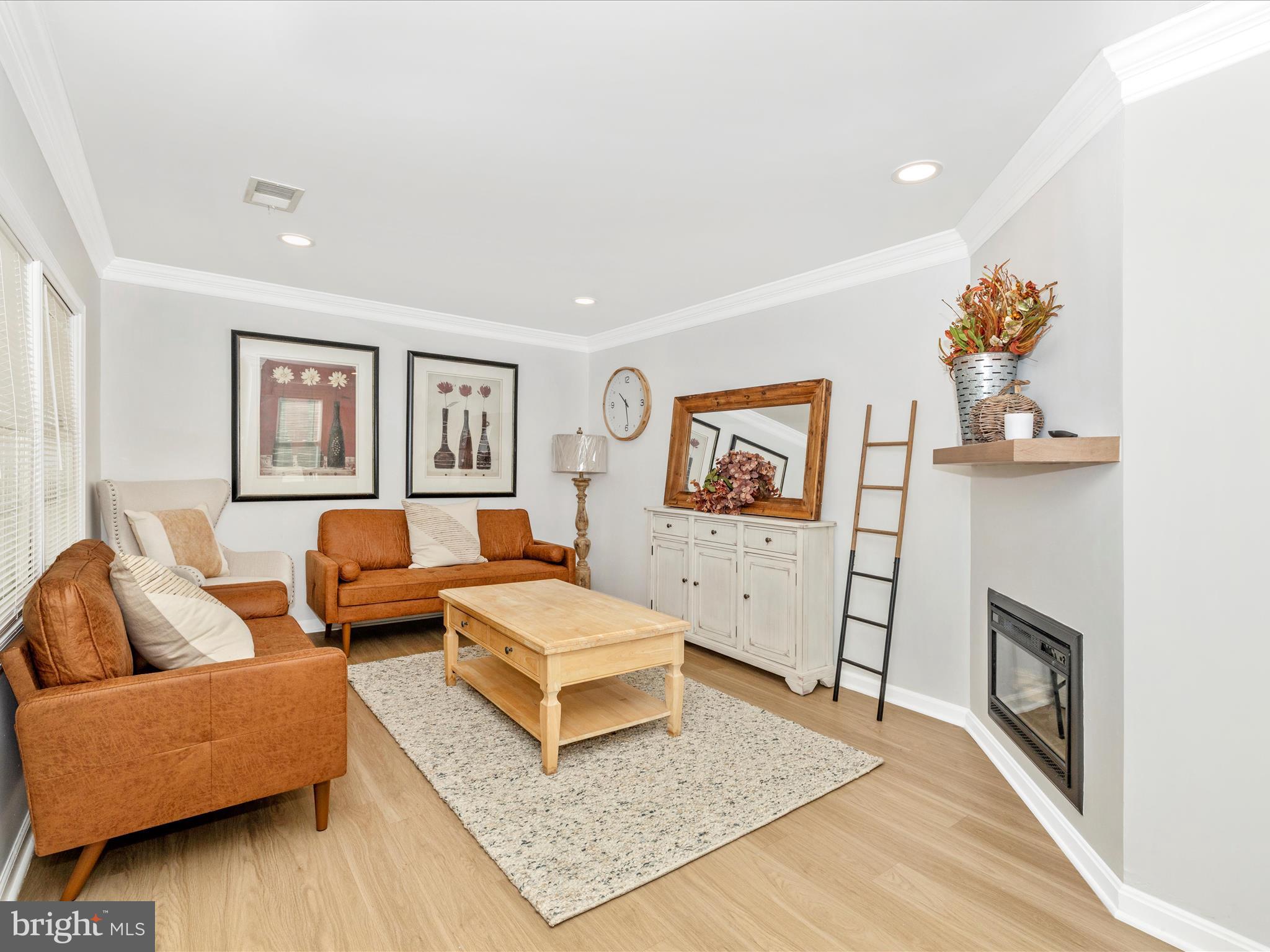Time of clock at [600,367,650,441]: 10:28
